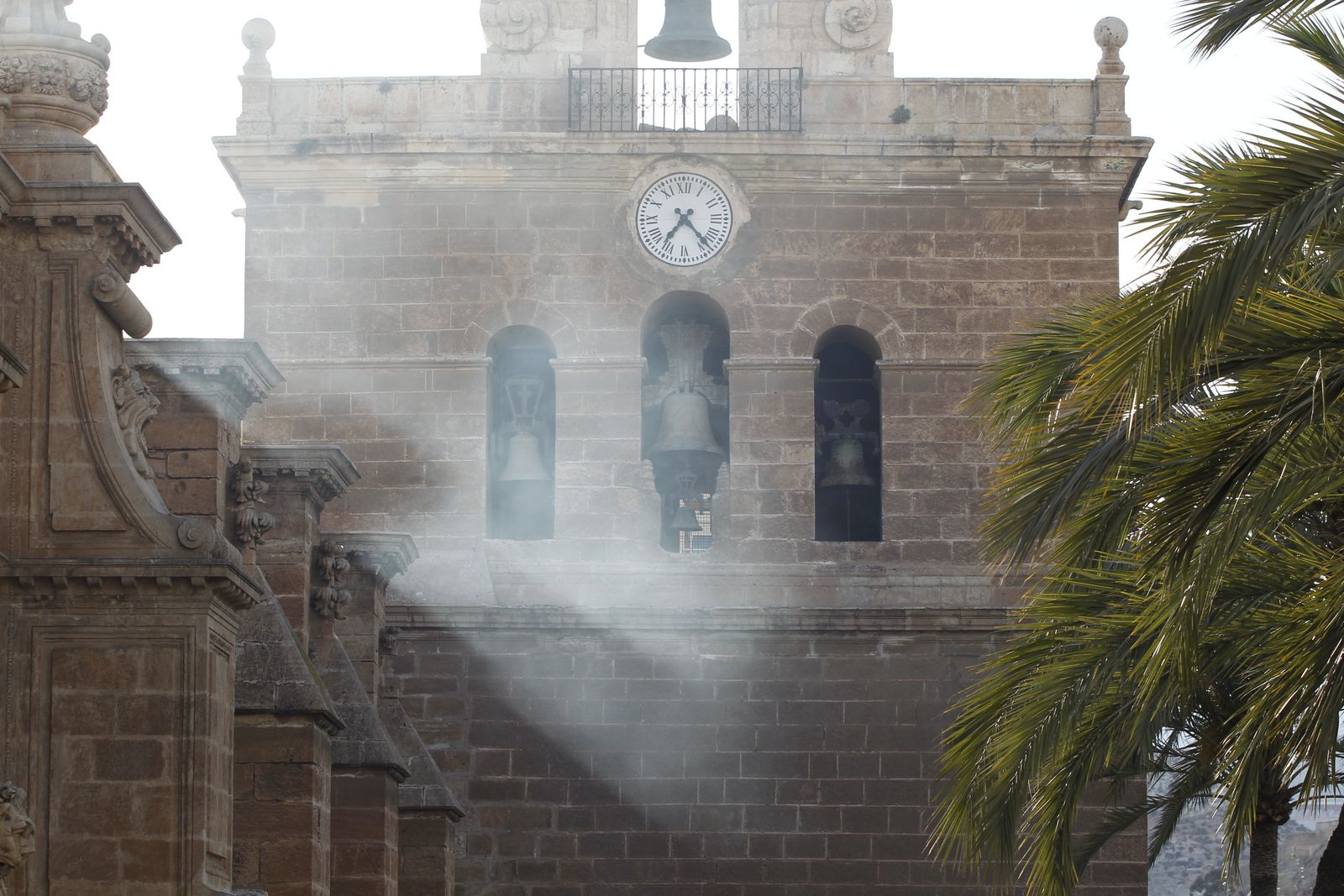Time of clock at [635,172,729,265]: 7:23
